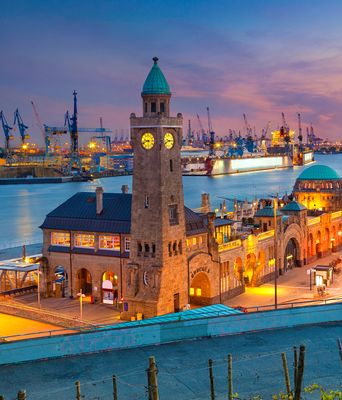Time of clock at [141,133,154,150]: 9:42
